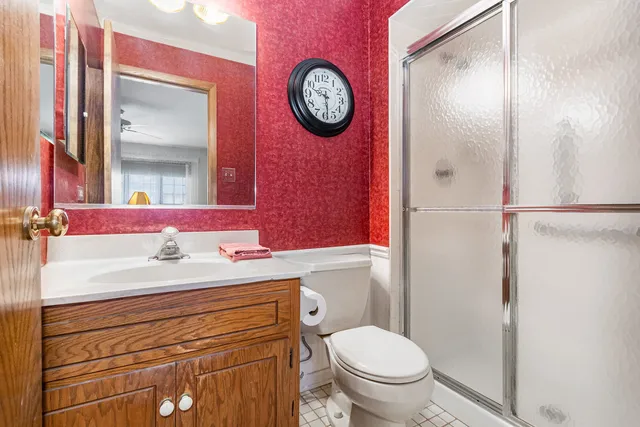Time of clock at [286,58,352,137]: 9:28
